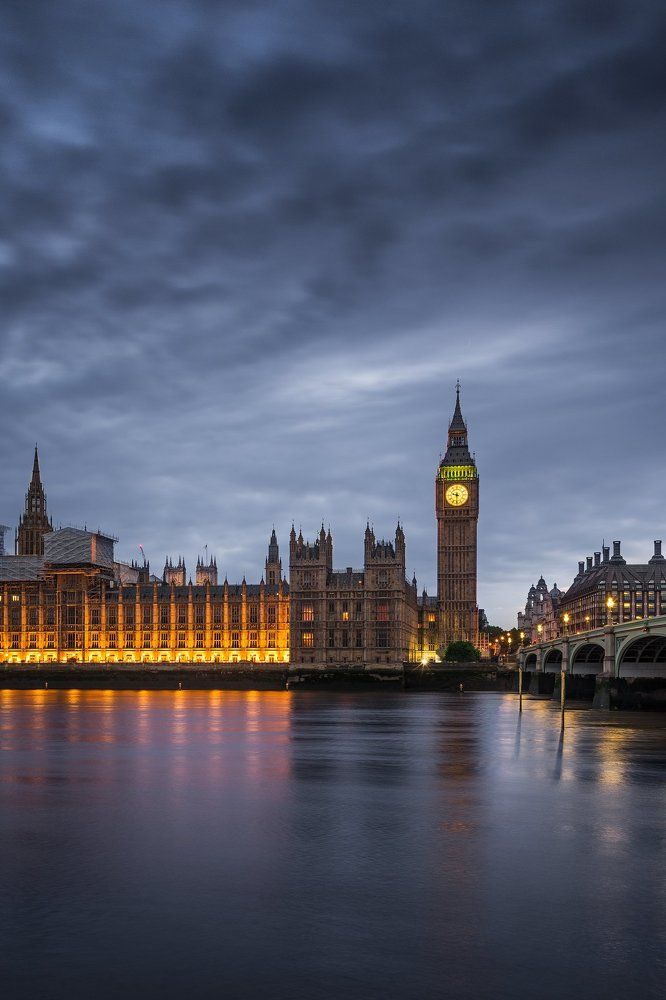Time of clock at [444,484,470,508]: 9:30
